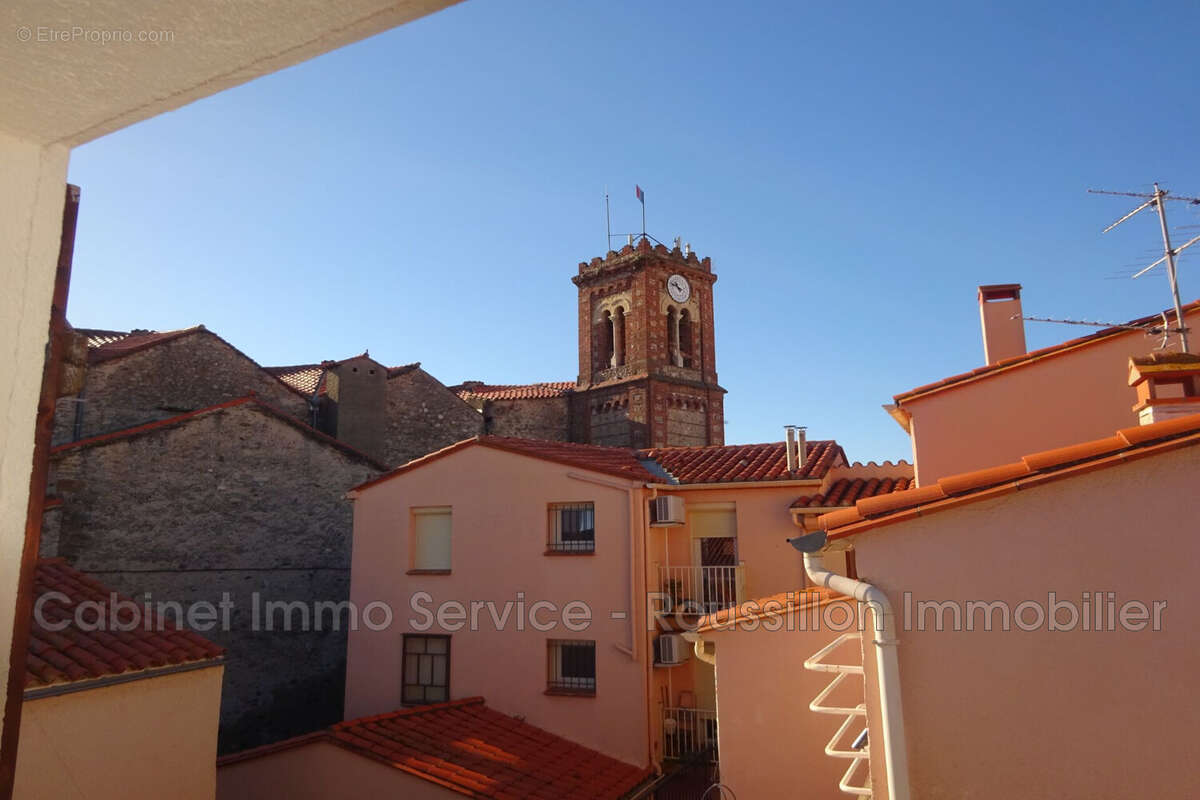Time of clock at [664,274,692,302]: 10:47
